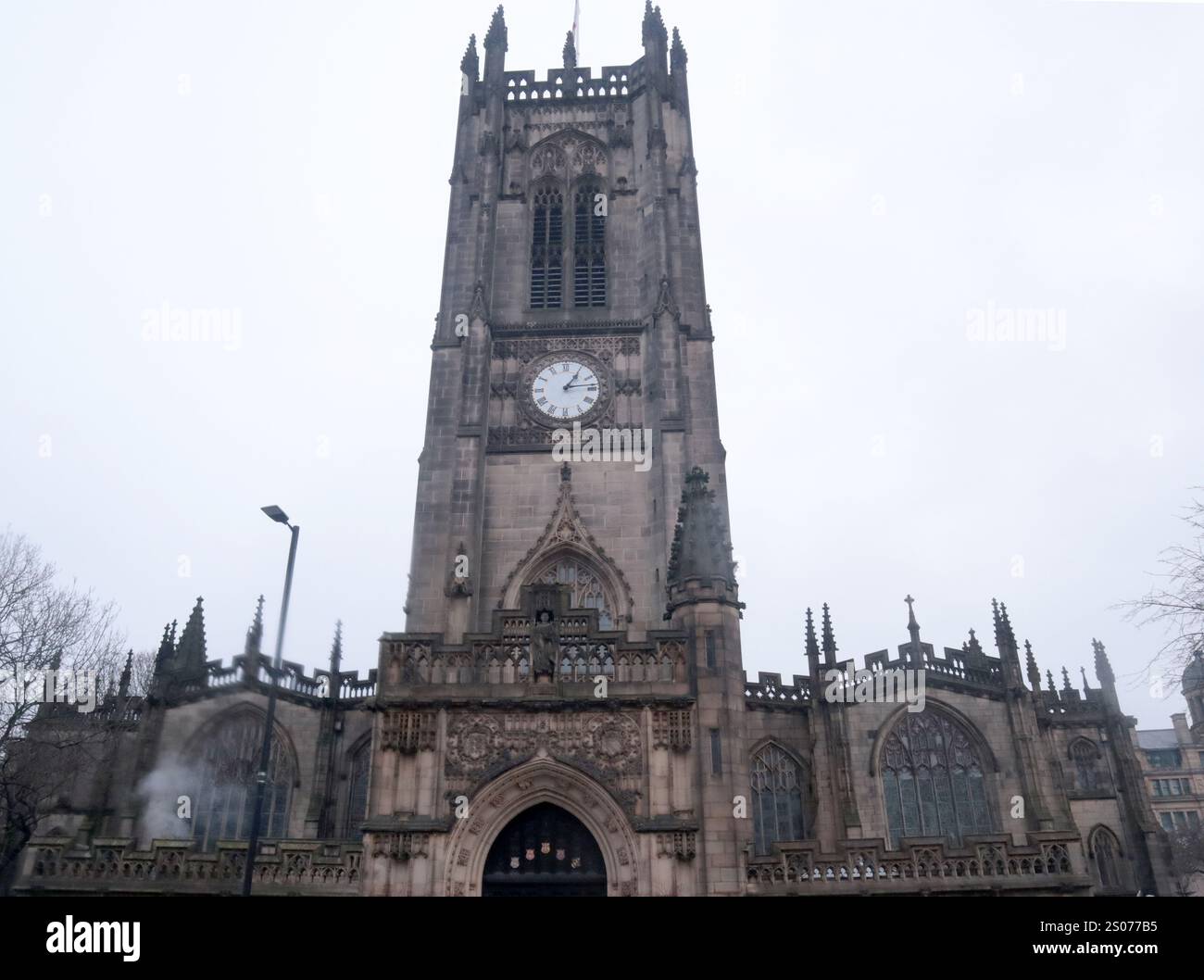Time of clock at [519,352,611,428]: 1:13
